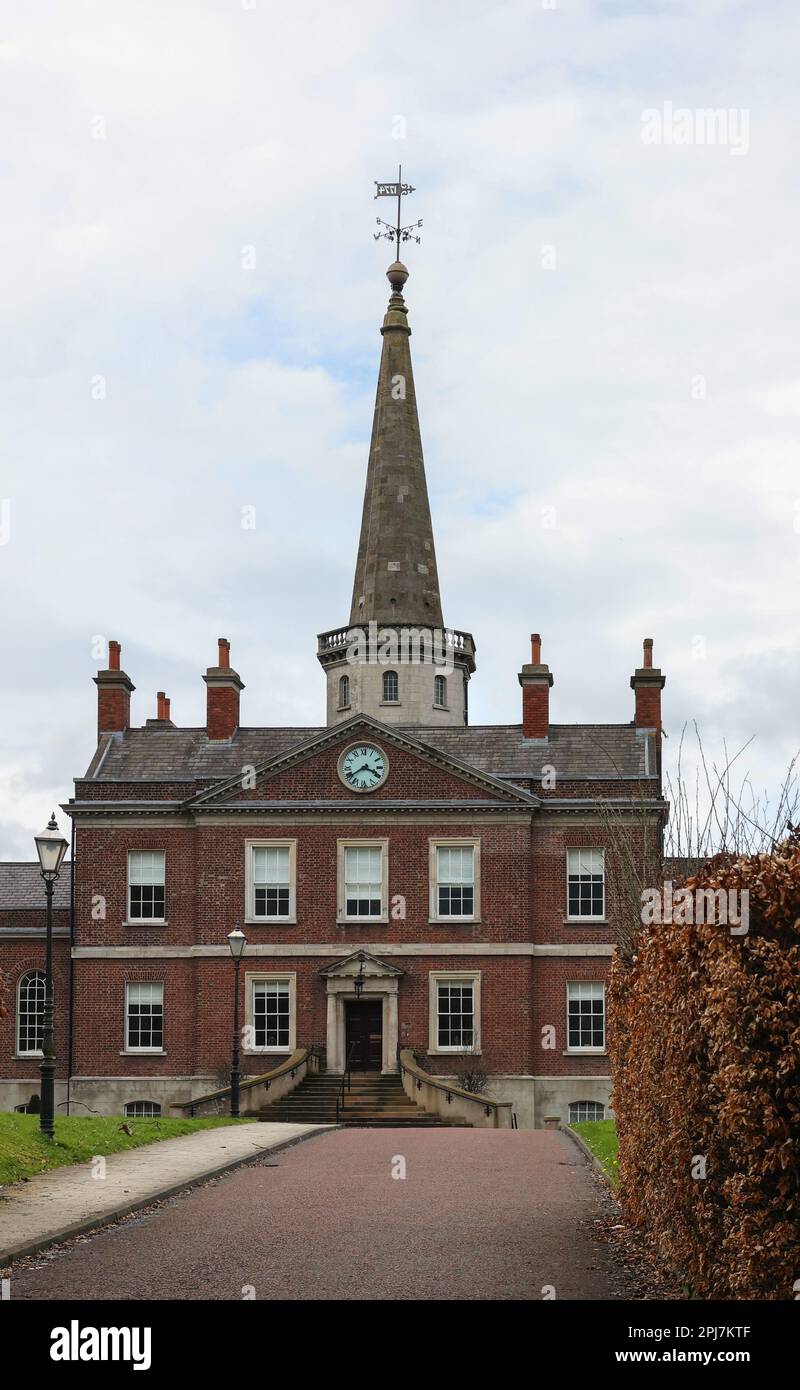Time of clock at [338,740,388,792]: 3:39
